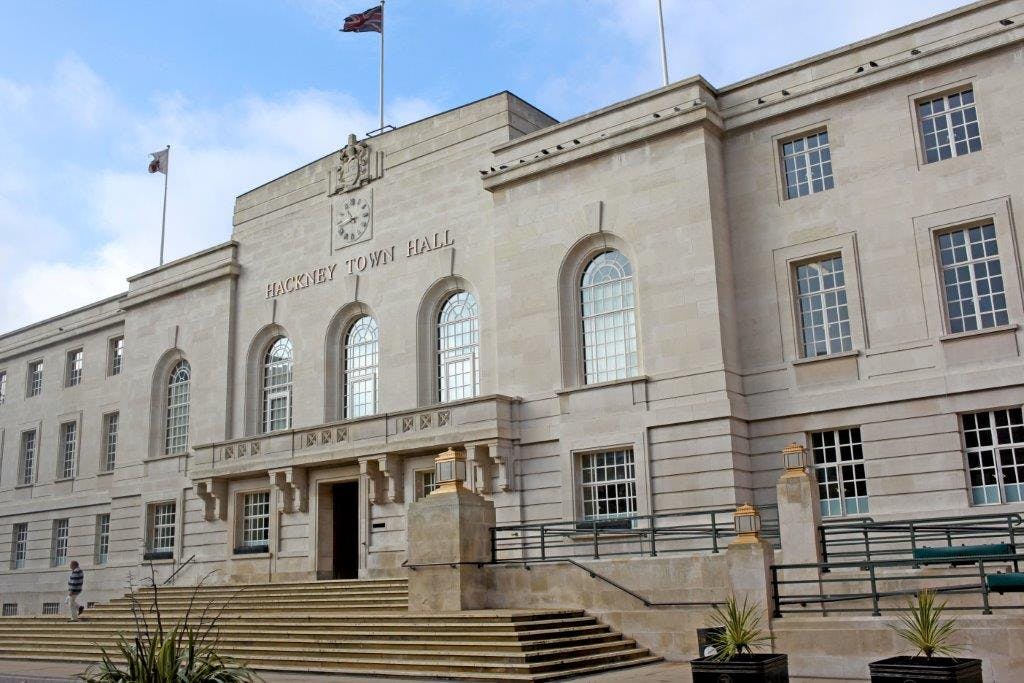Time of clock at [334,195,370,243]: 10:42
